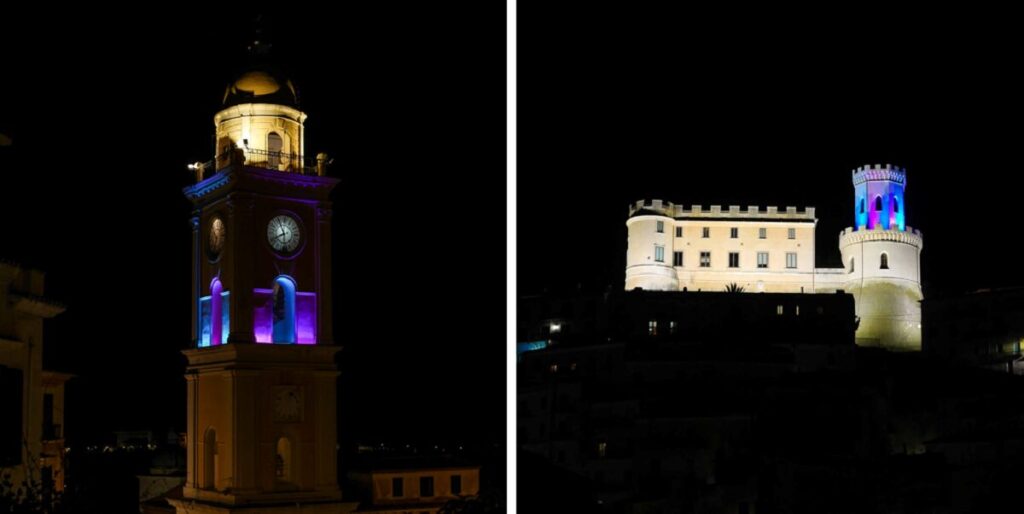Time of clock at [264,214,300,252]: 7:55
